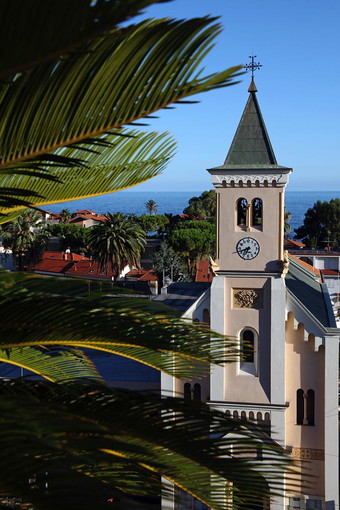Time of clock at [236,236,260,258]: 6:41
